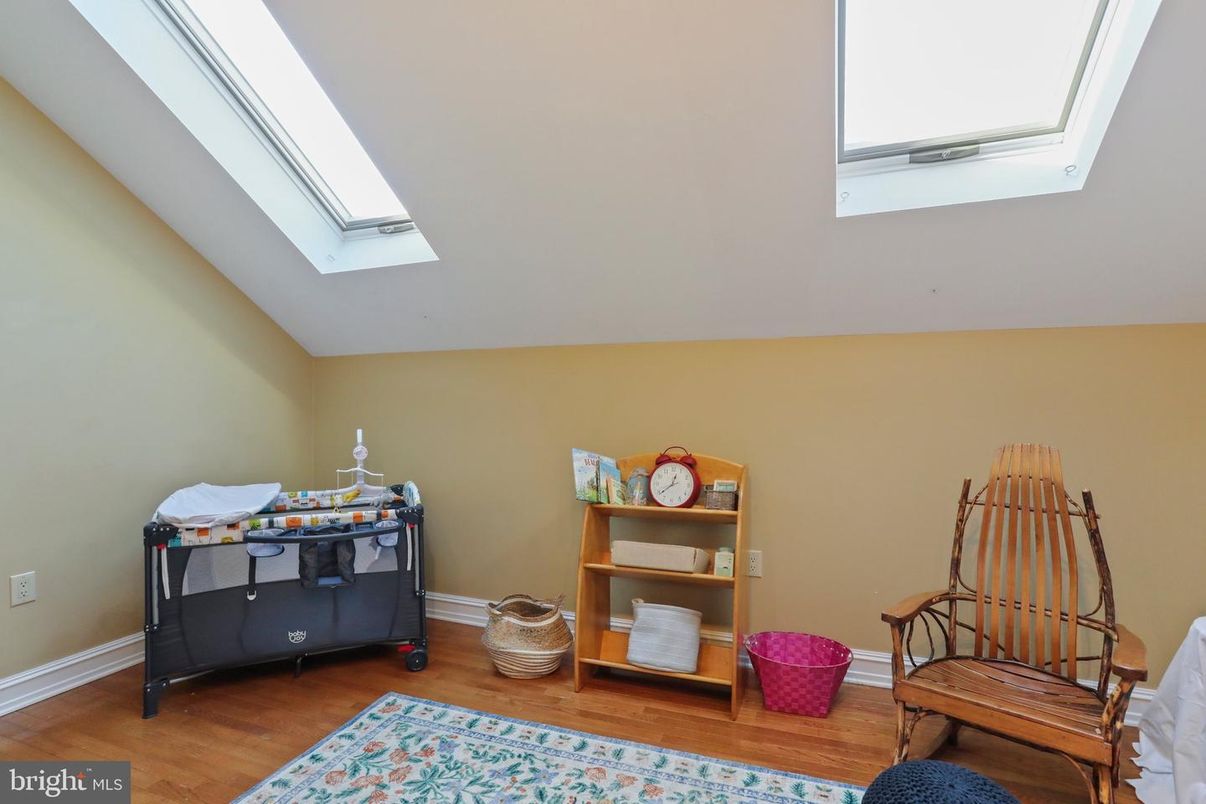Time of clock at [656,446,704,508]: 12:38
